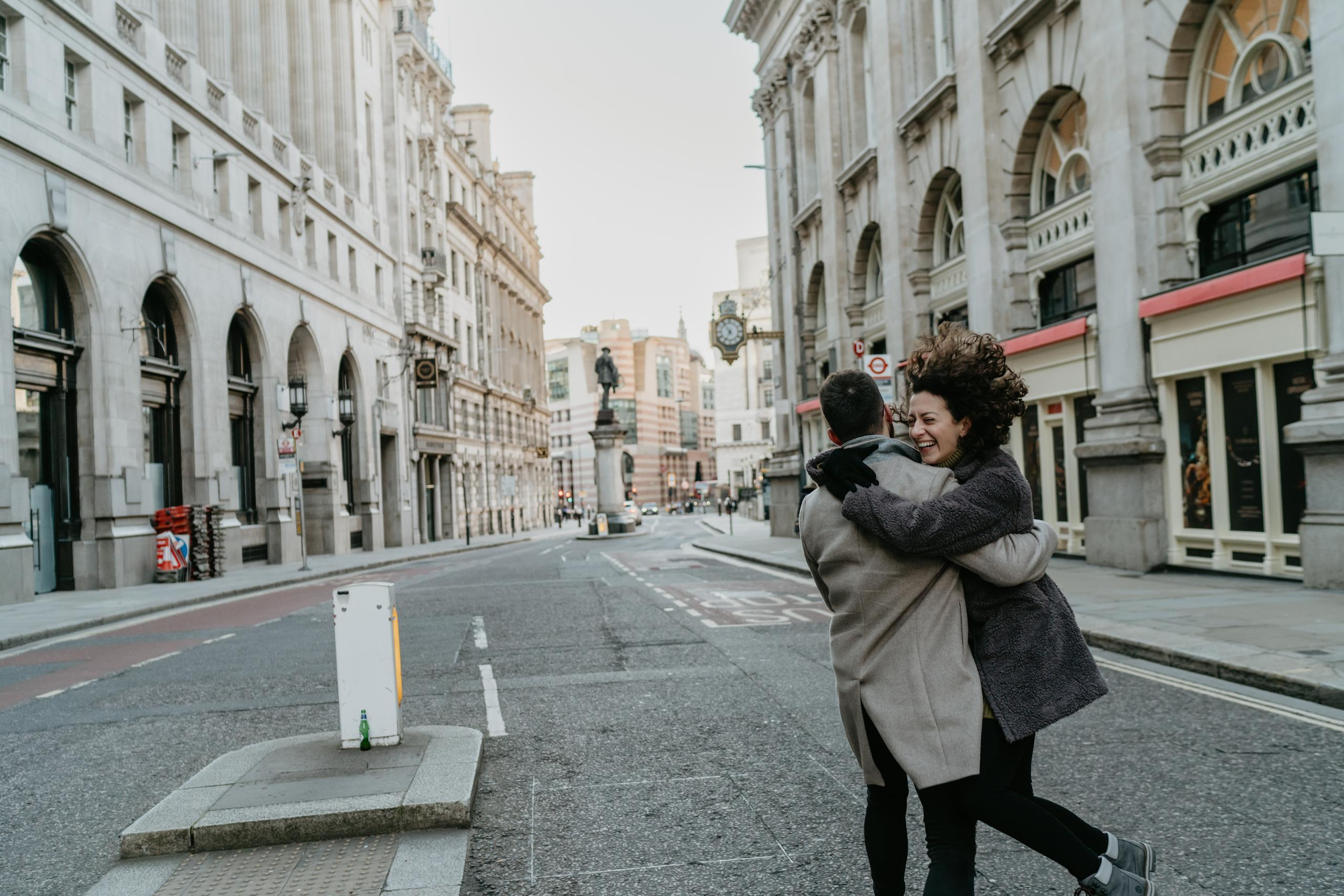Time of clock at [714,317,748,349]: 6:54
